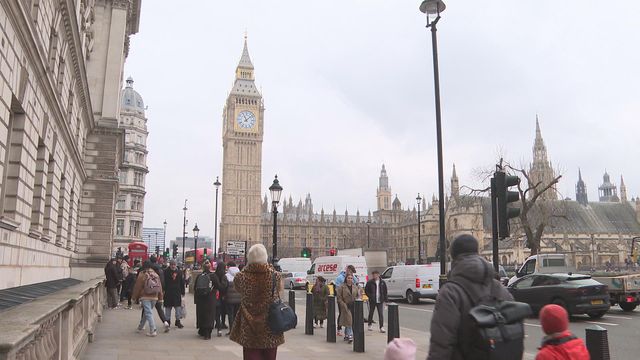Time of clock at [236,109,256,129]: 11:07
